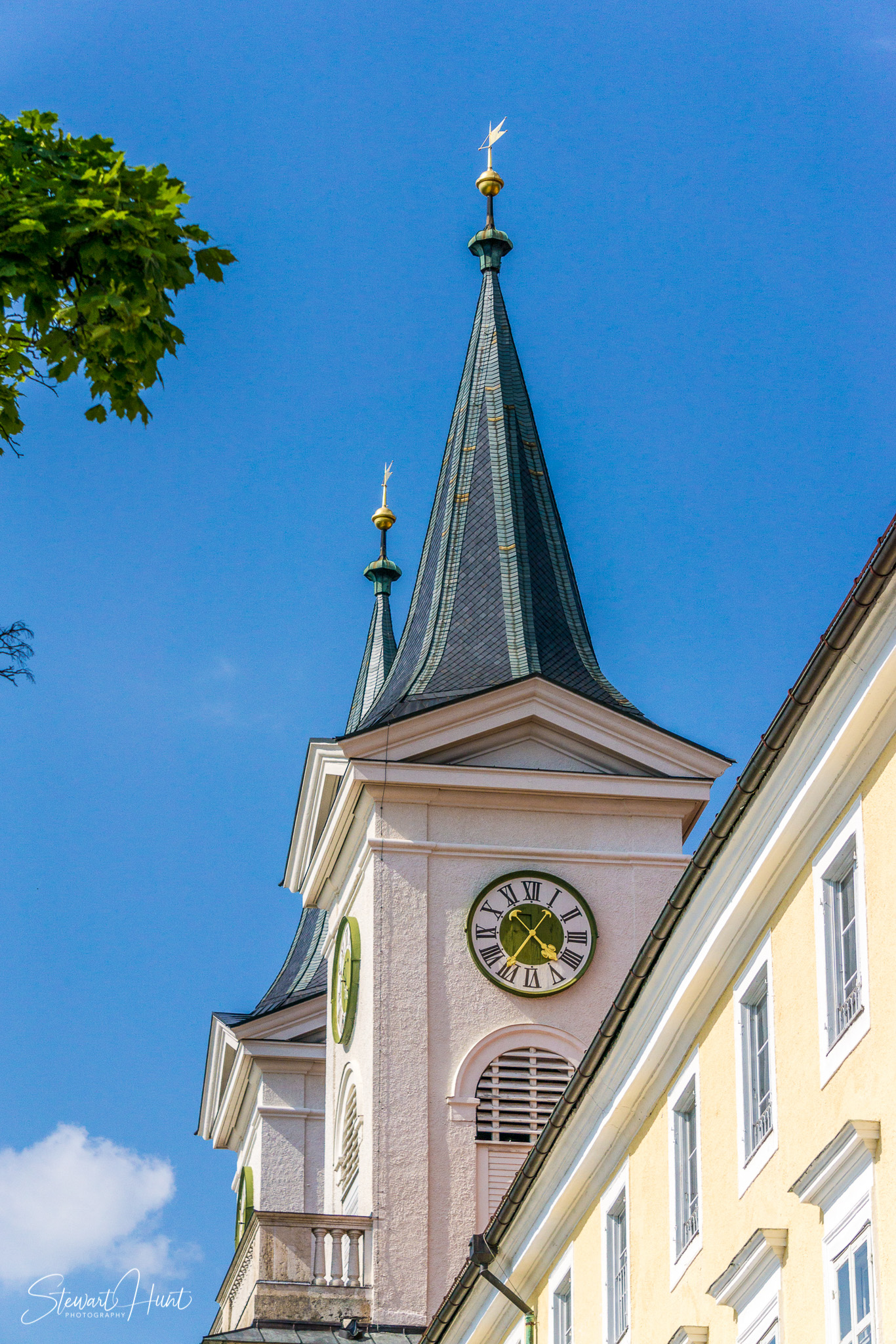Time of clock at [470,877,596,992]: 4:35
